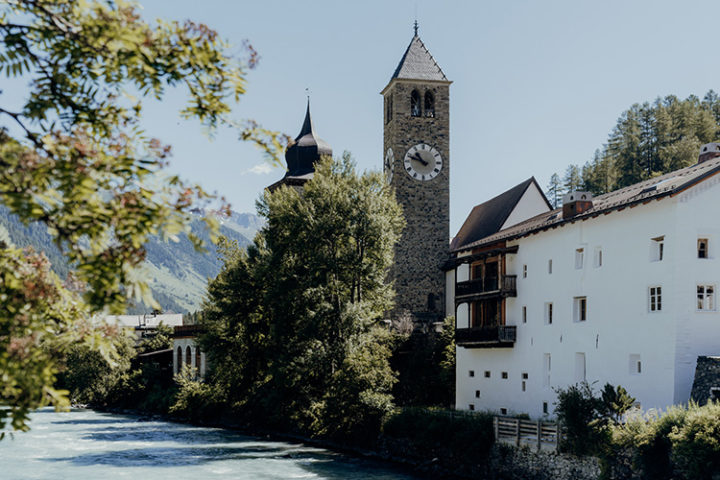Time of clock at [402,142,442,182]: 10:48
